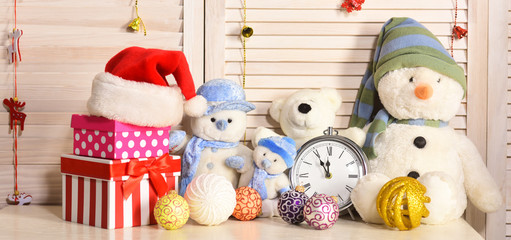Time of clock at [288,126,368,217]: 11:55
